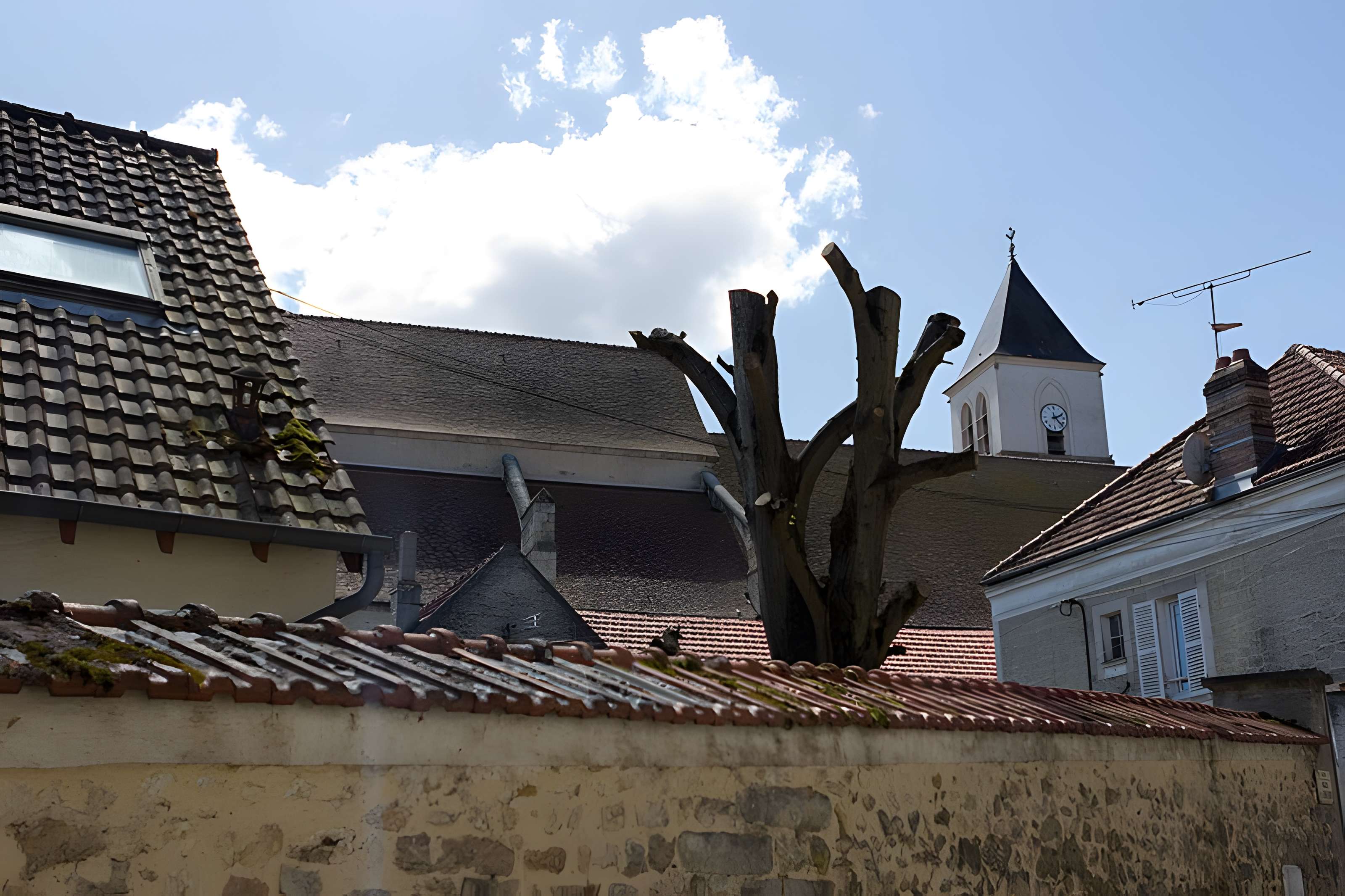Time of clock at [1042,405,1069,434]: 2:22
